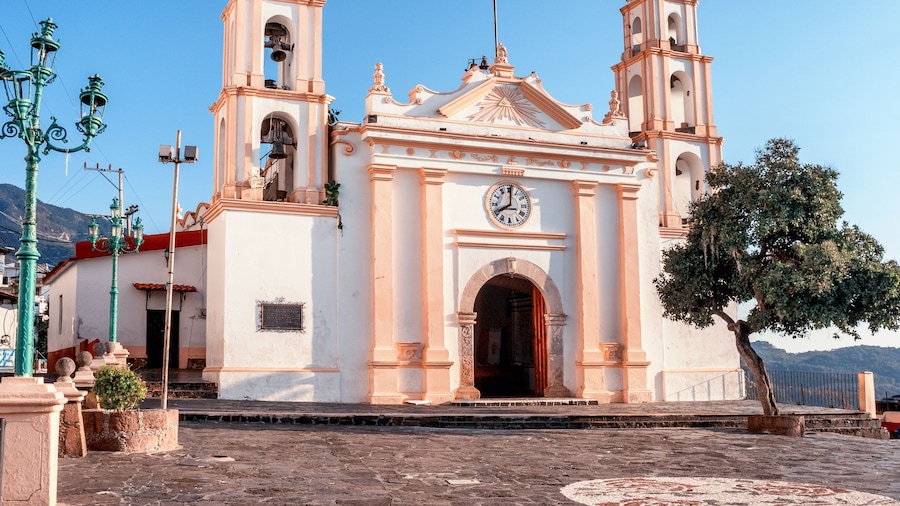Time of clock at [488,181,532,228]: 8:00
